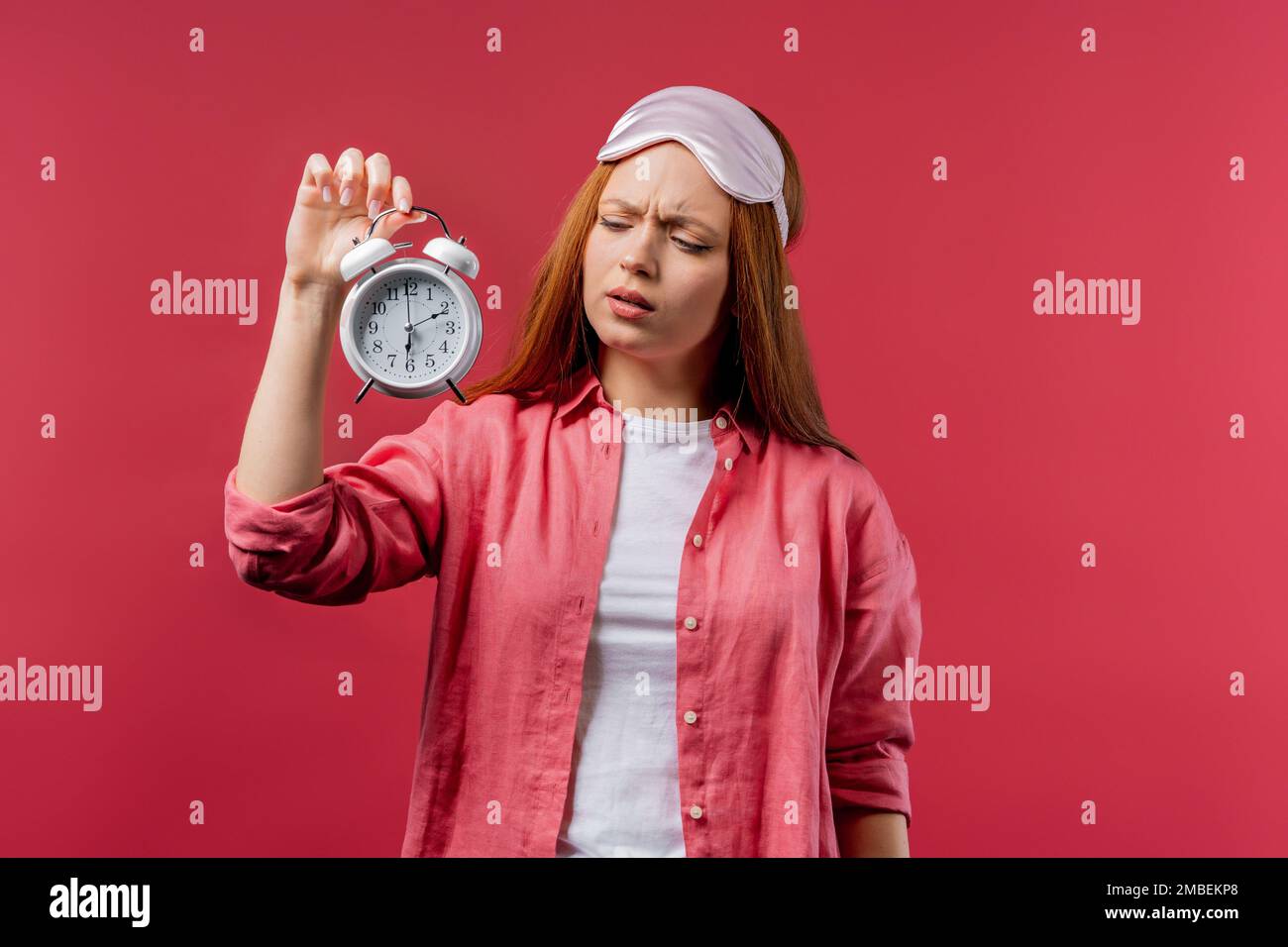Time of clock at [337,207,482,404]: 6:10
